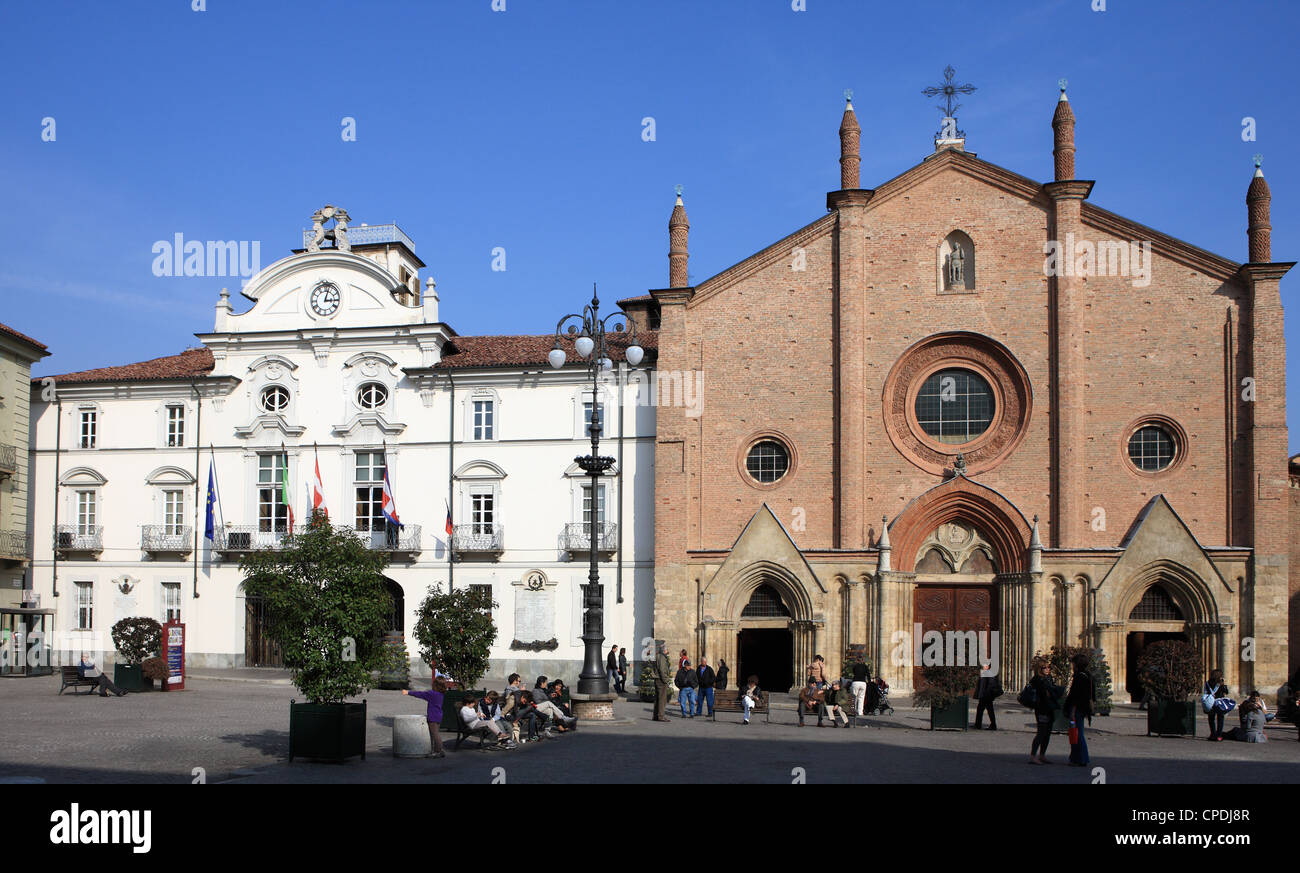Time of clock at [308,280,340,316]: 3:02
